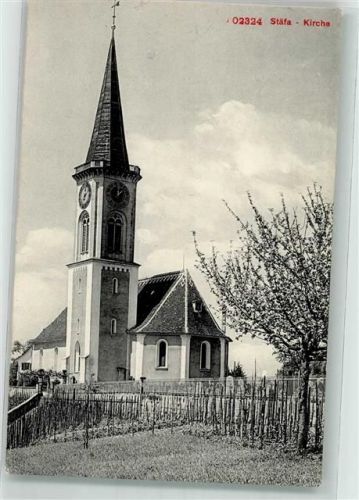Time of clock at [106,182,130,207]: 12:07
